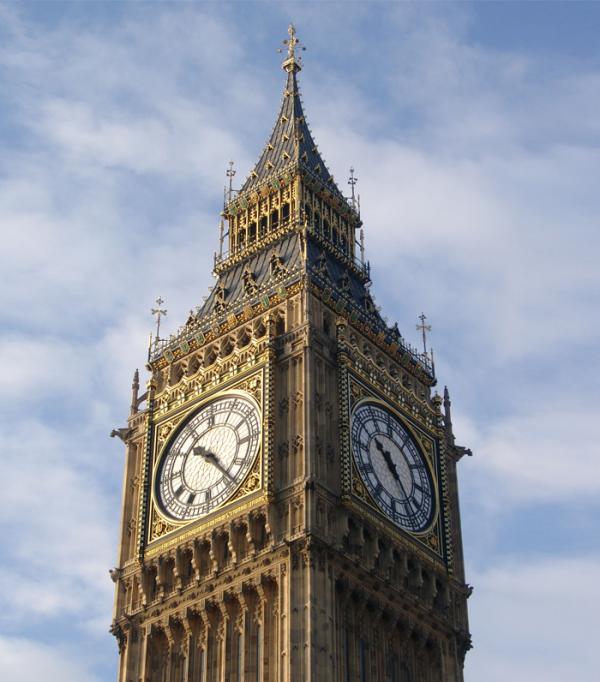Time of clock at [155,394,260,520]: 10:23
